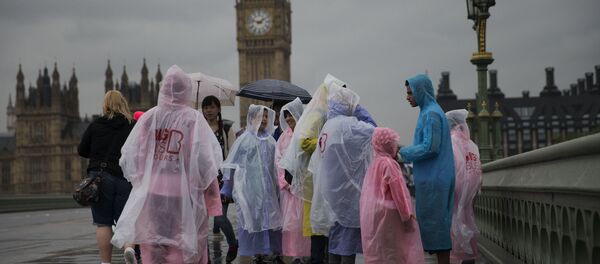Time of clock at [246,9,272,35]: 1:47
